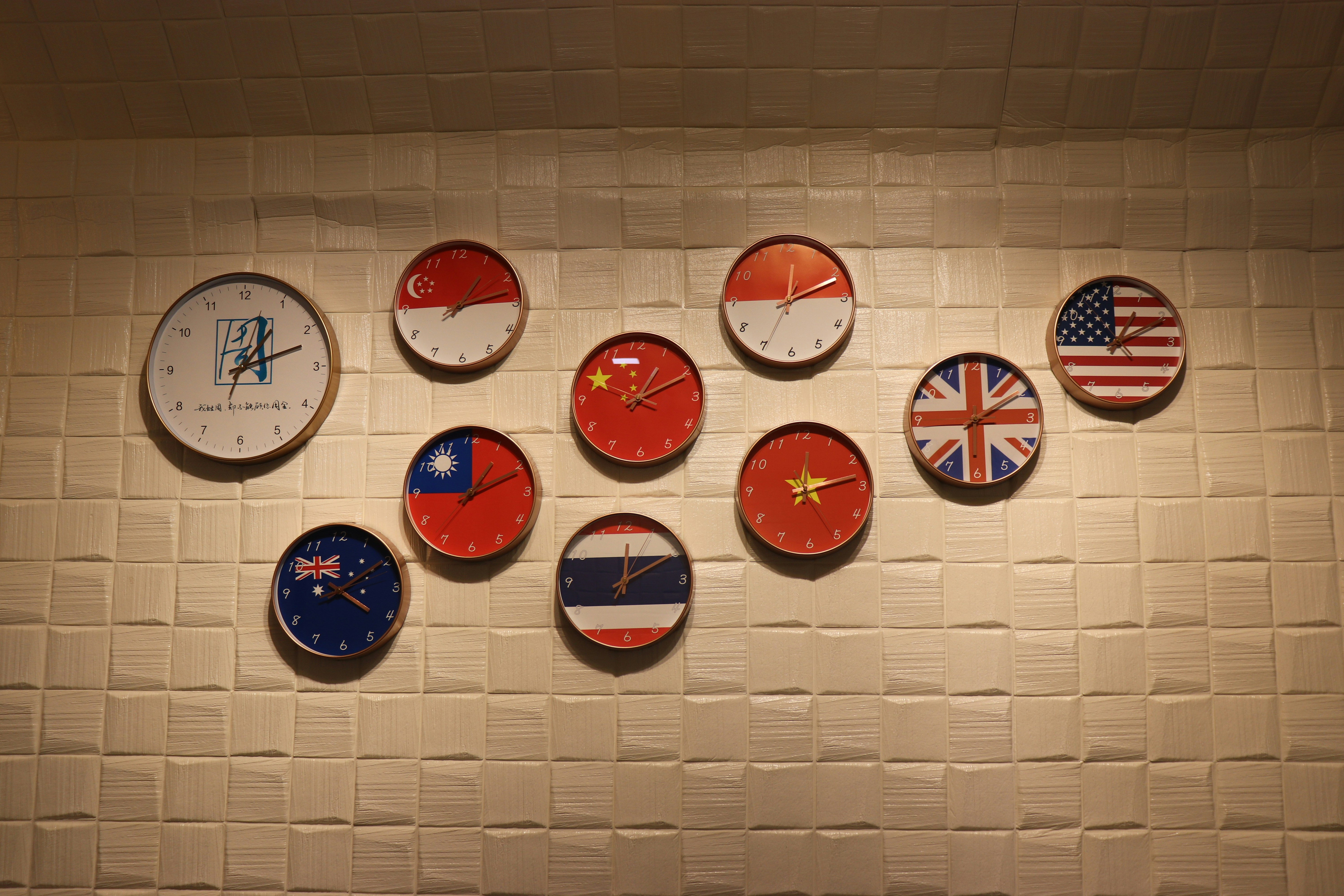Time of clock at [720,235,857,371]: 12:11
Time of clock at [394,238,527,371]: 1:12
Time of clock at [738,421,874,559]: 2:13
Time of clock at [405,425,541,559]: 1:11
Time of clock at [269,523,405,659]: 4:09
